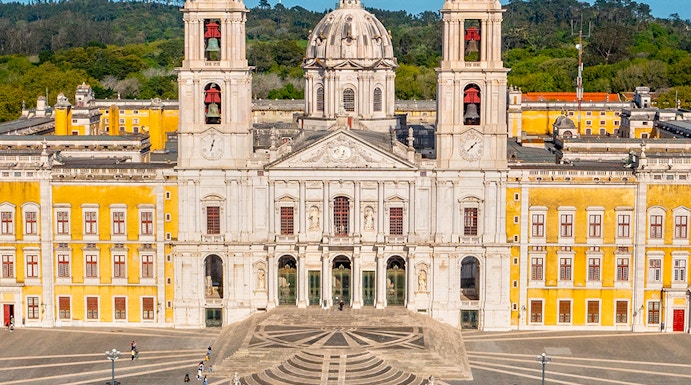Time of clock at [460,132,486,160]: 1:37
